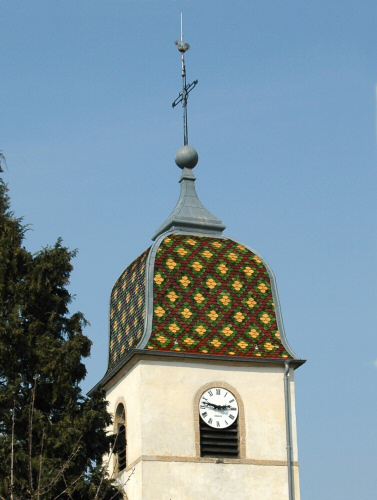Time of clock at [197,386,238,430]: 2:47
